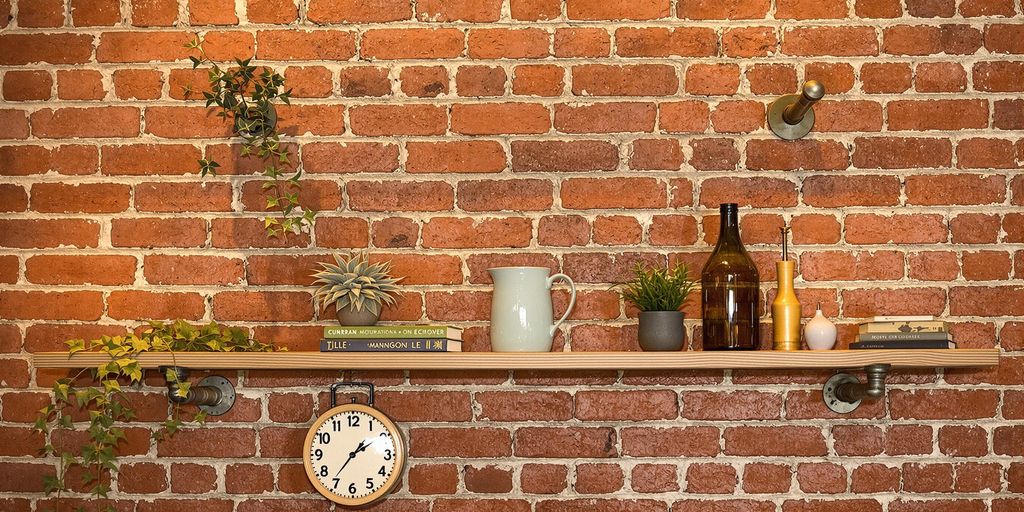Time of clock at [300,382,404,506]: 1:36
